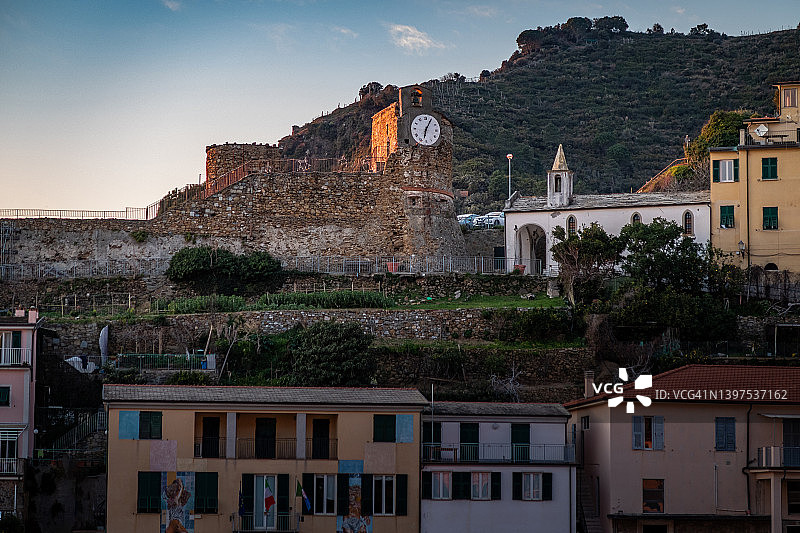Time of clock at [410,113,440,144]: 6:04
